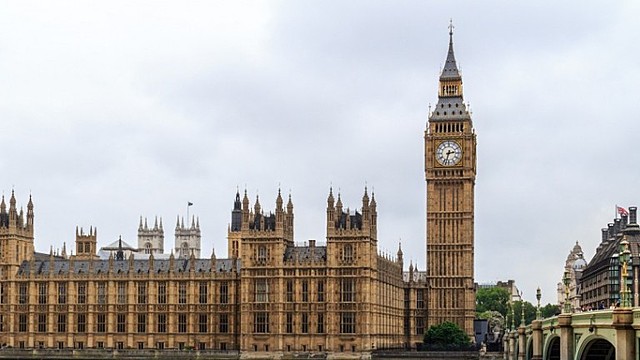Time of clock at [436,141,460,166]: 2:32
